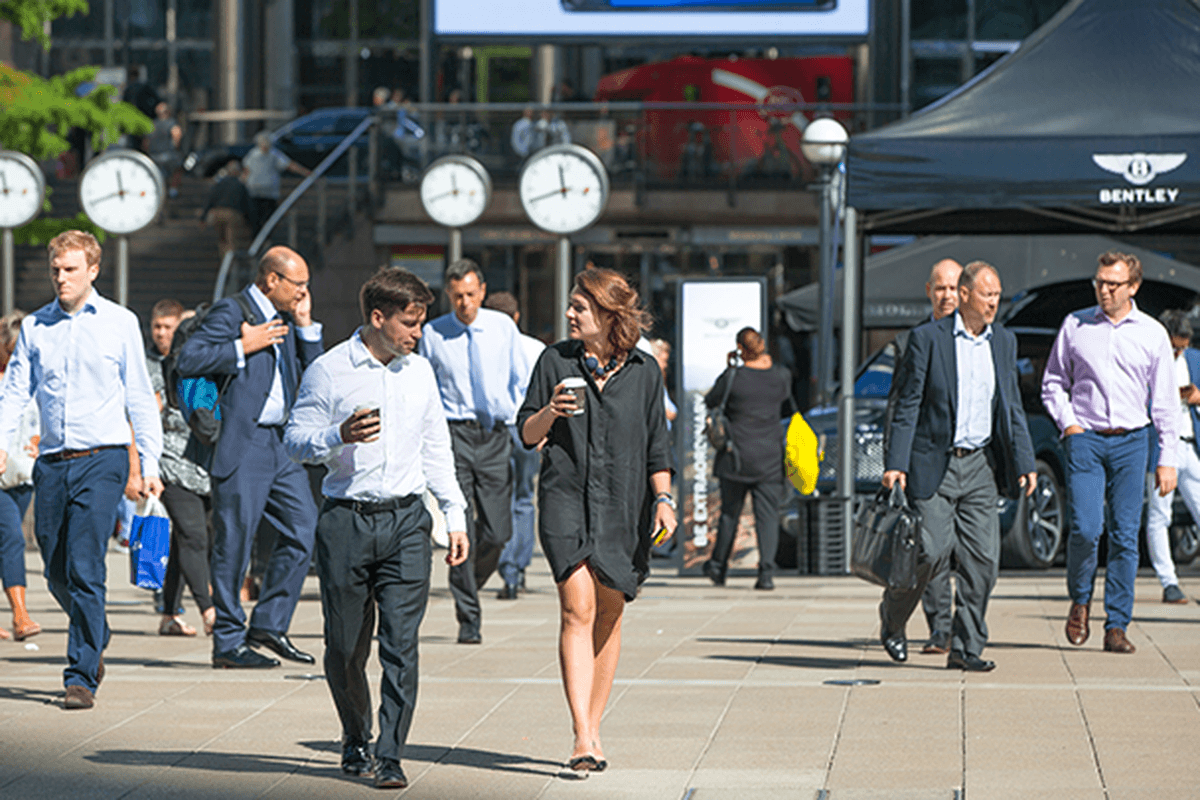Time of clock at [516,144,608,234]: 11:41
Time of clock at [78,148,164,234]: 11:41
